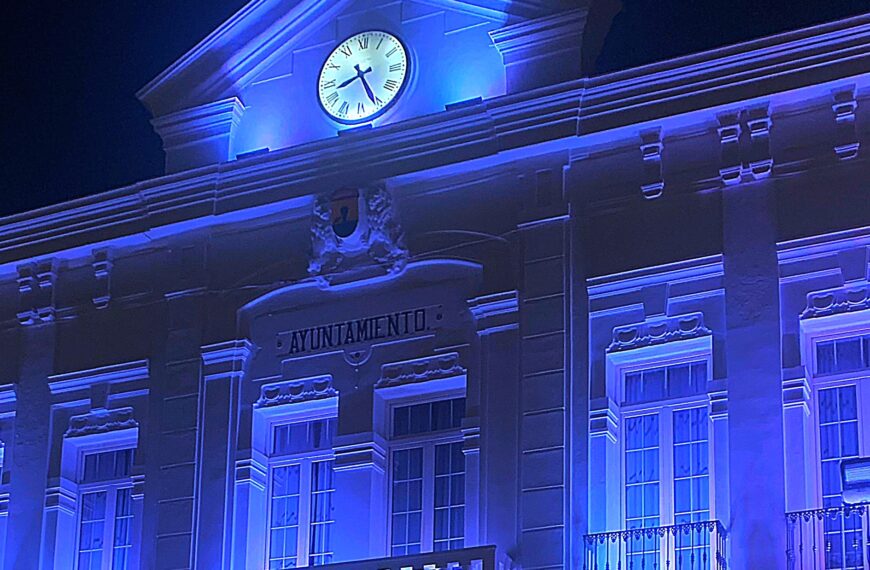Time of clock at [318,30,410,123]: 8:25
